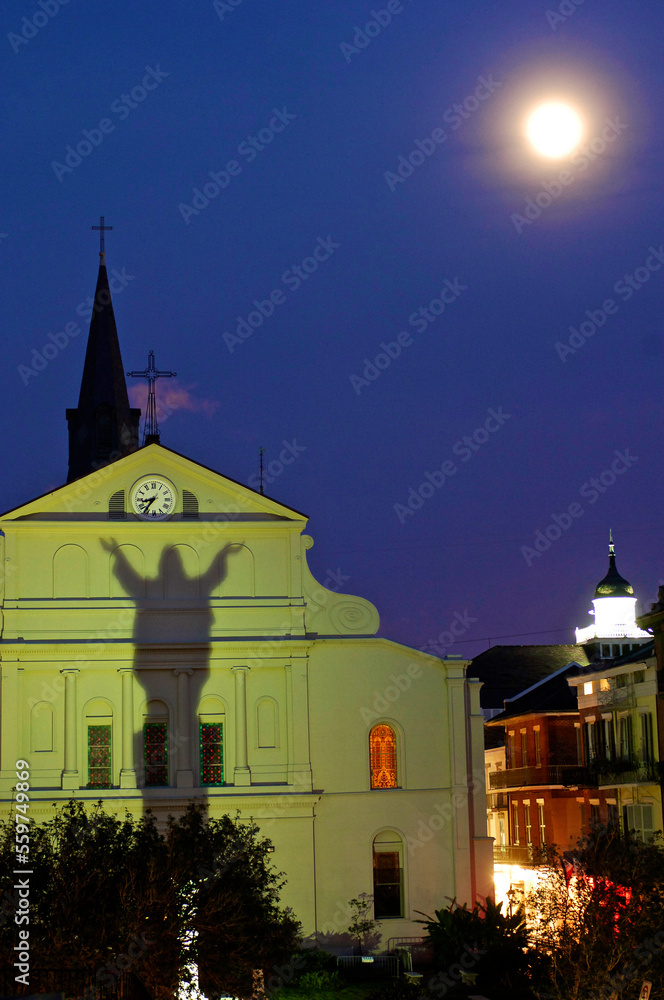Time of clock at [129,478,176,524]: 8:36
